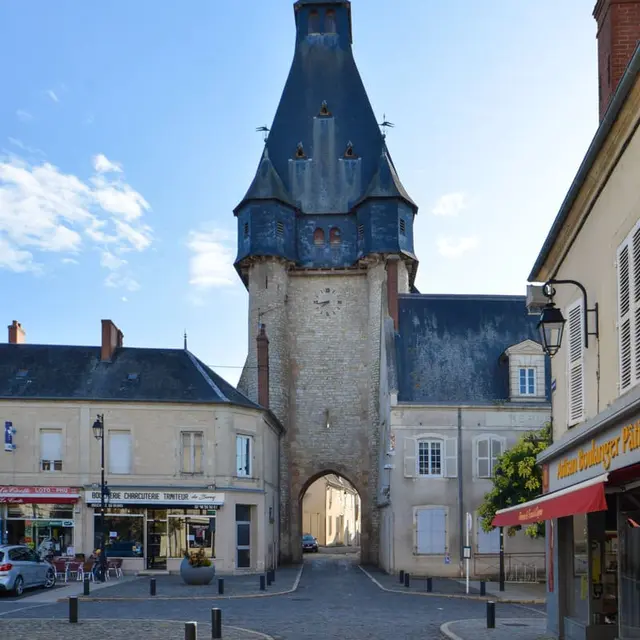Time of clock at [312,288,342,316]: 7:43
